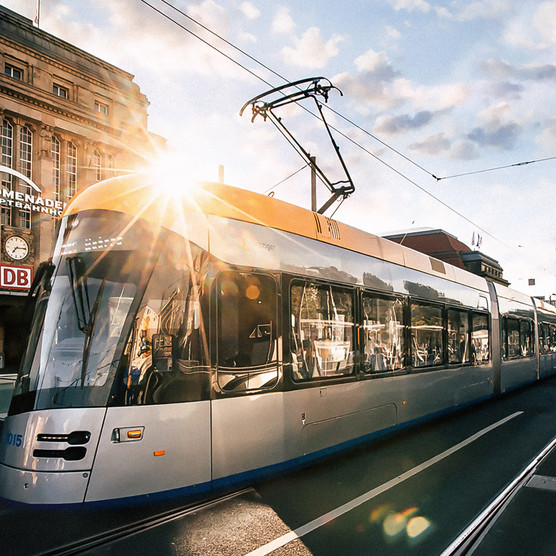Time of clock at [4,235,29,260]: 7:14
